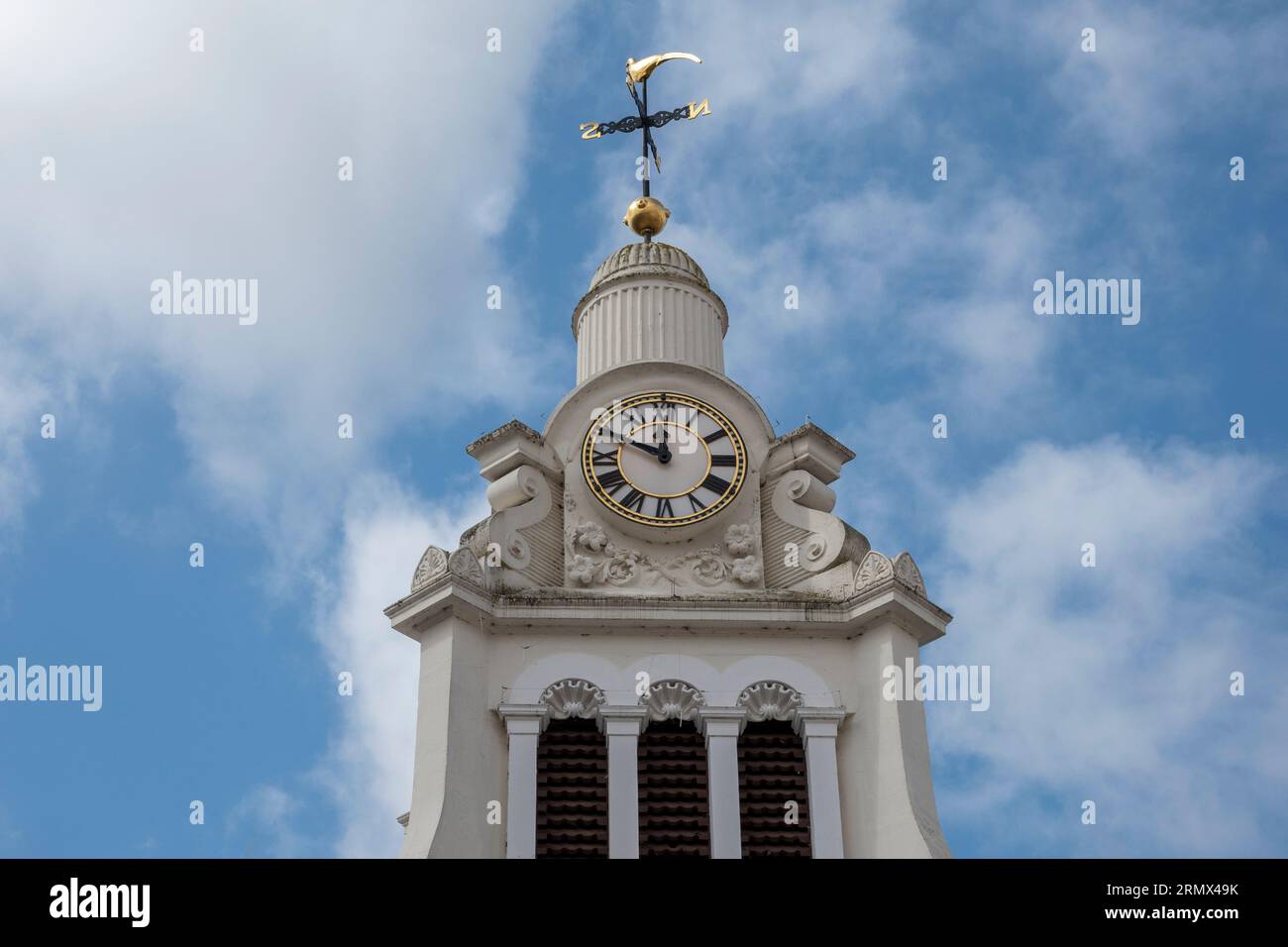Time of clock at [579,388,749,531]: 10:00
